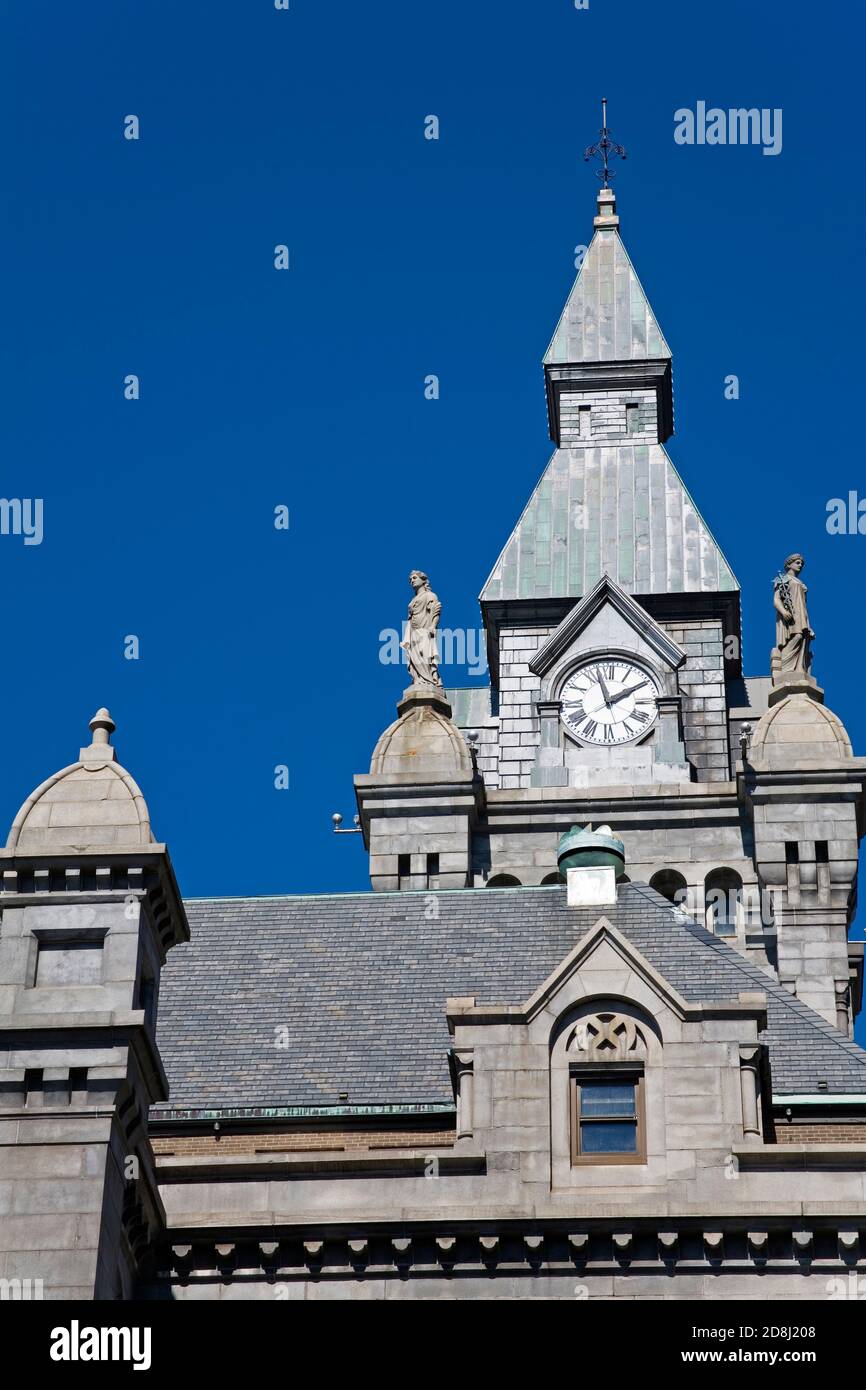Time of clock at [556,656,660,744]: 1:57
